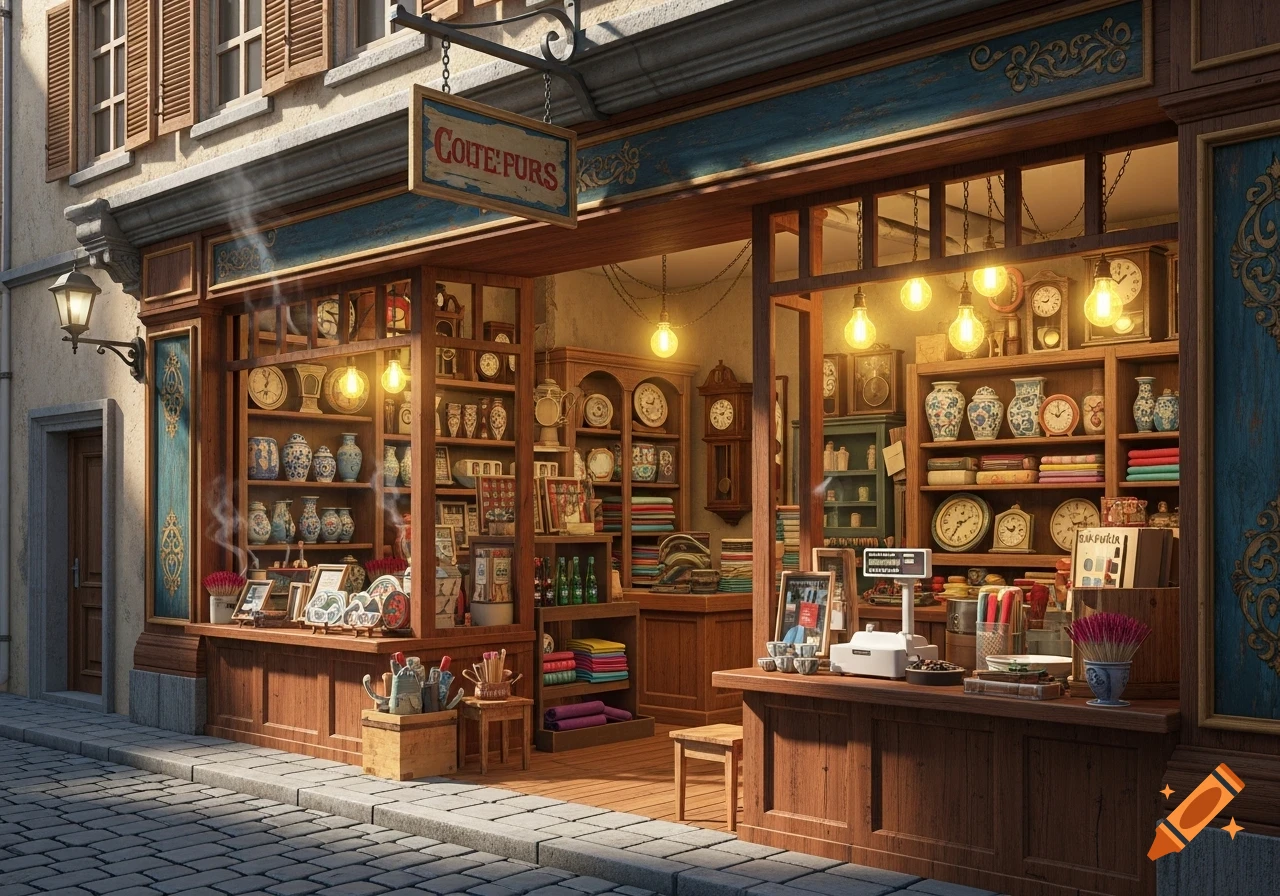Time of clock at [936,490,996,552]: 2:34
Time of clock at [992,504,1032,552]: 9:42
